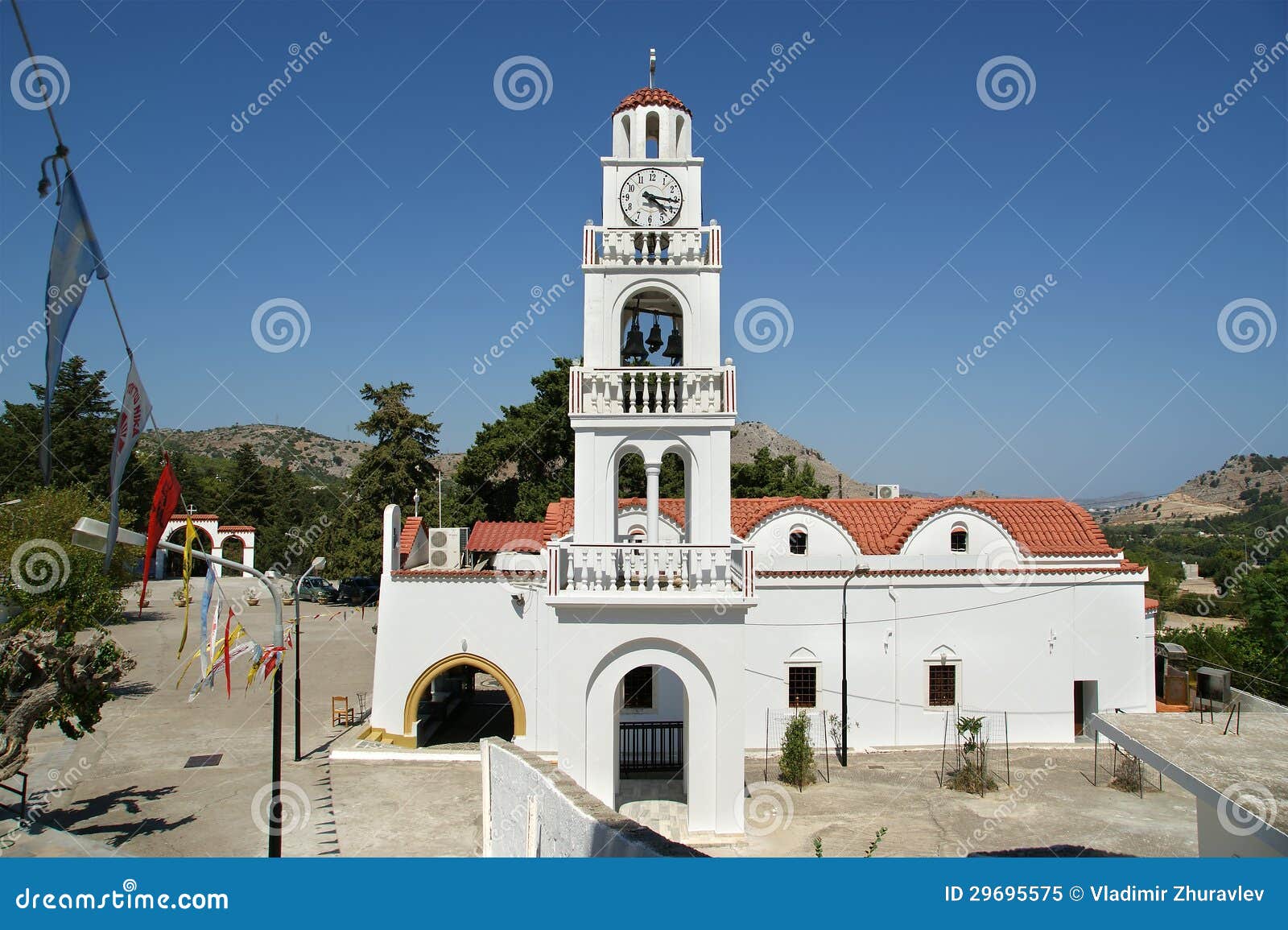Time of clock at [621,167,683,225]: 4:15
